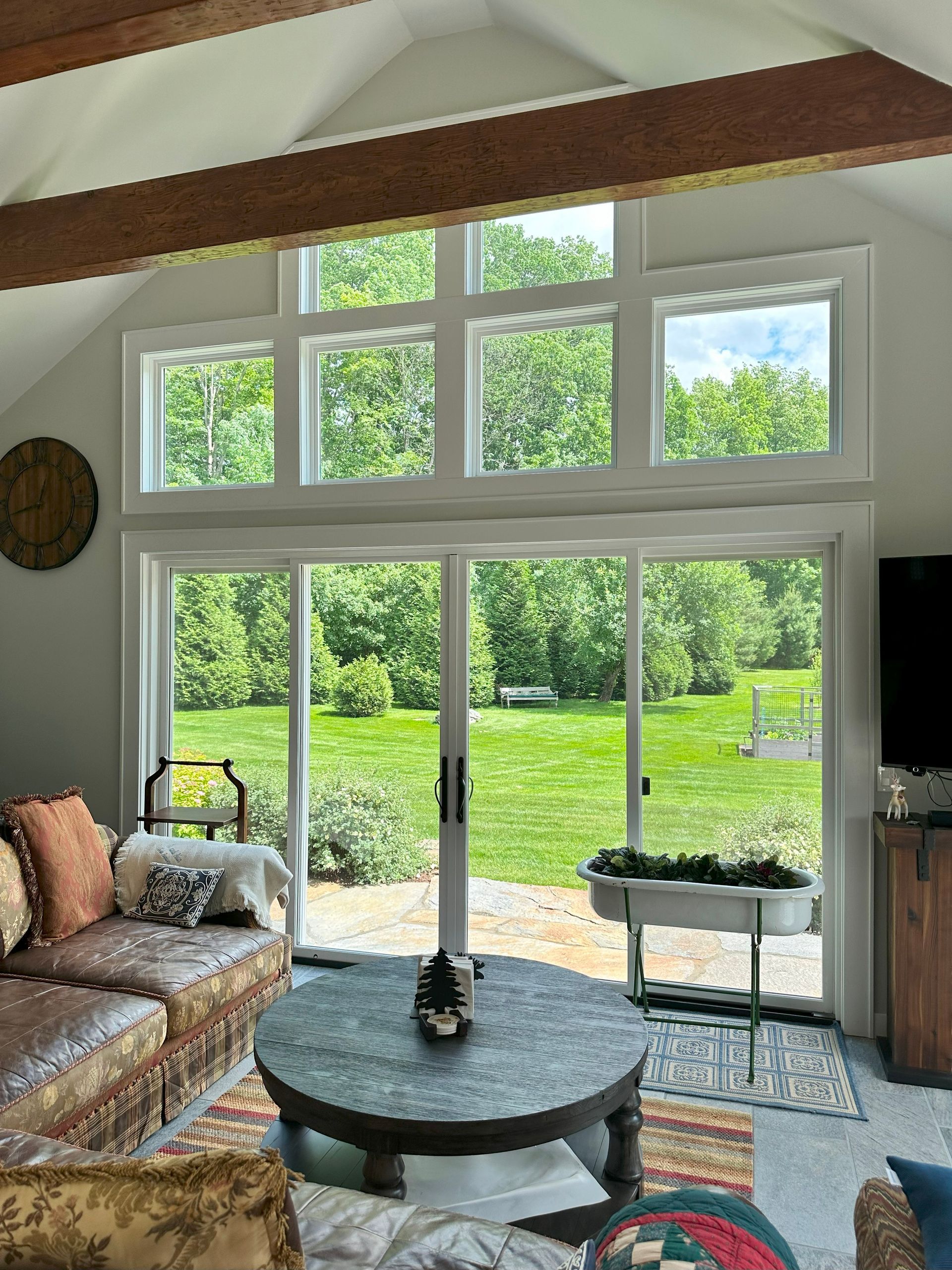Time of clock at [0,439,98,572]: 12:42
